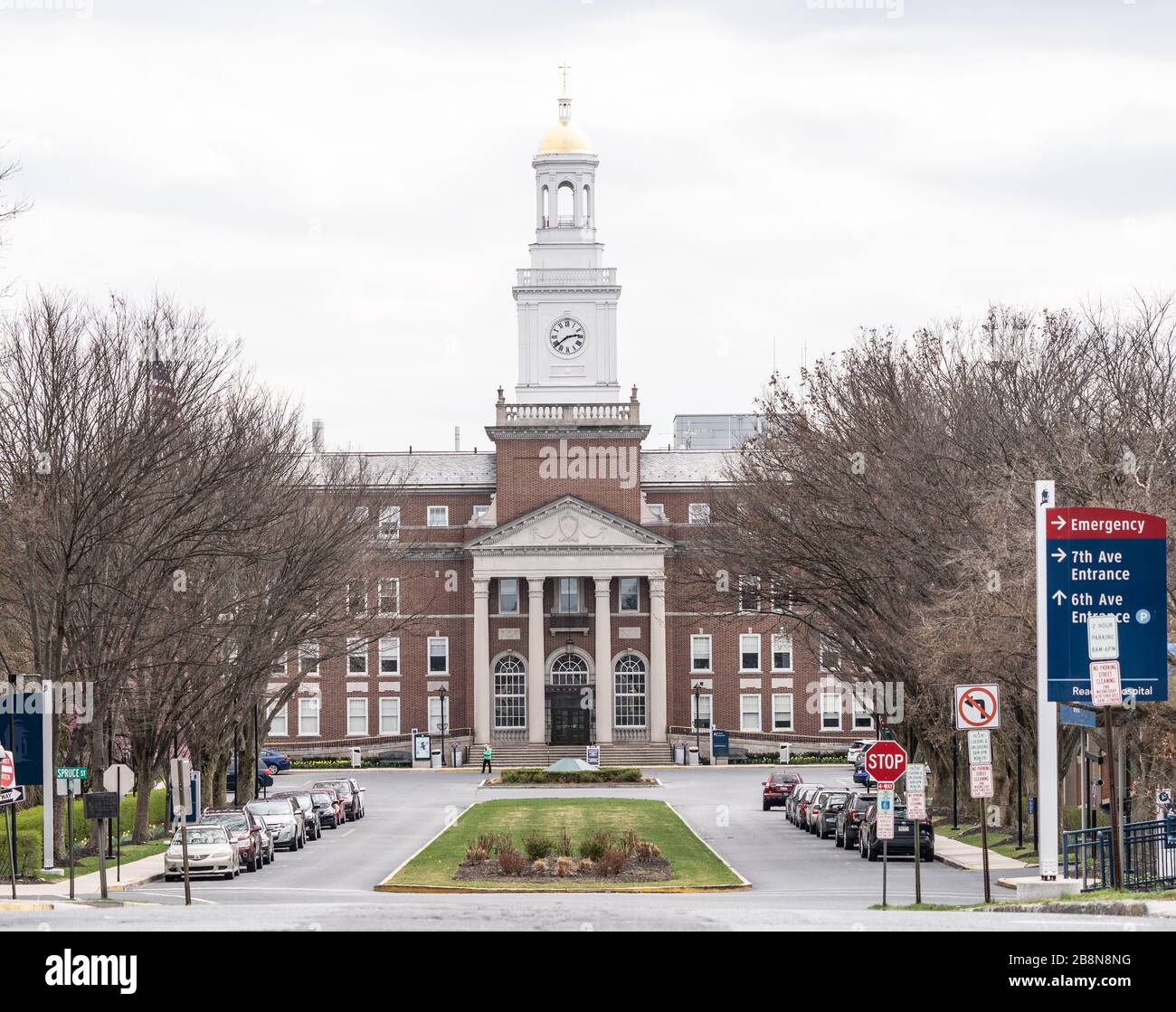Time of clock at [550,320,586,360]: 2:38
